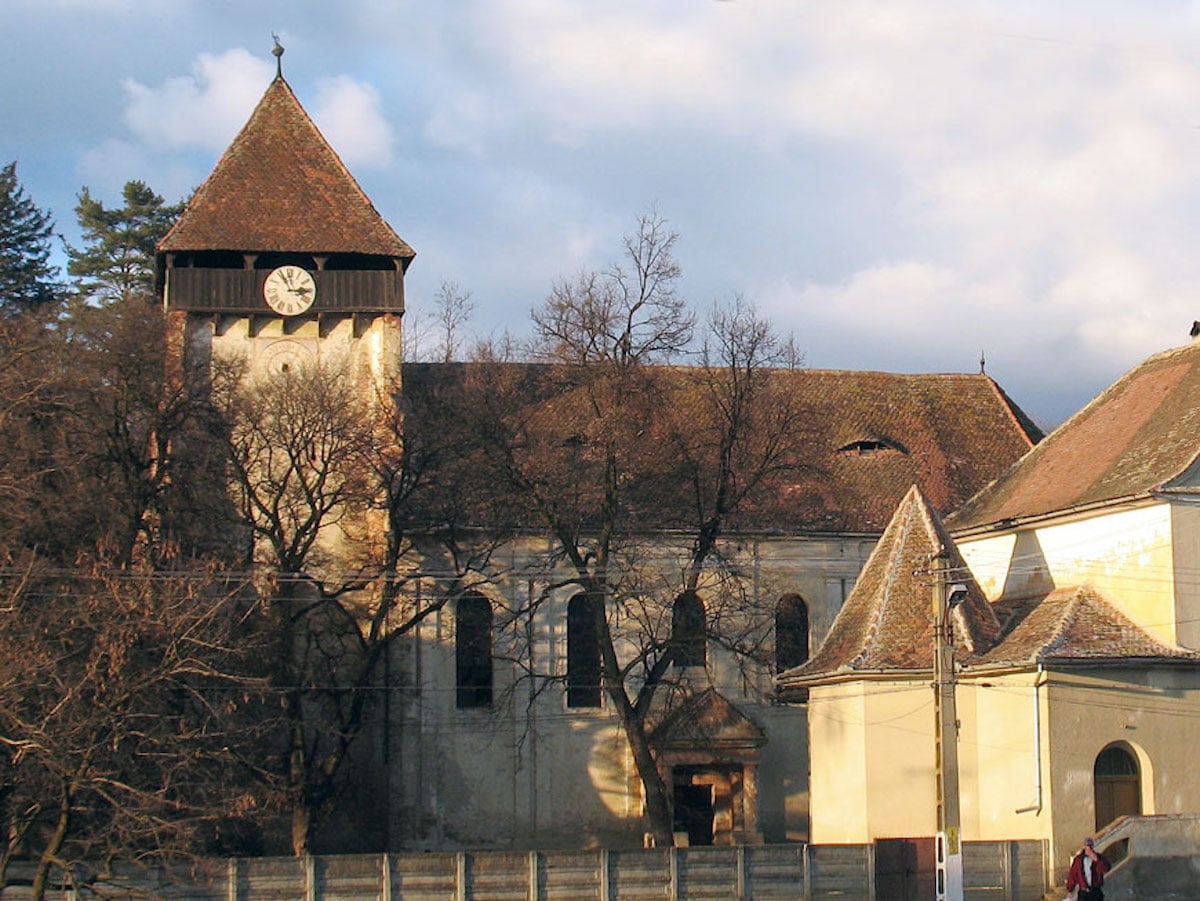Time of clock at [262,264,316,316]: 2:56
